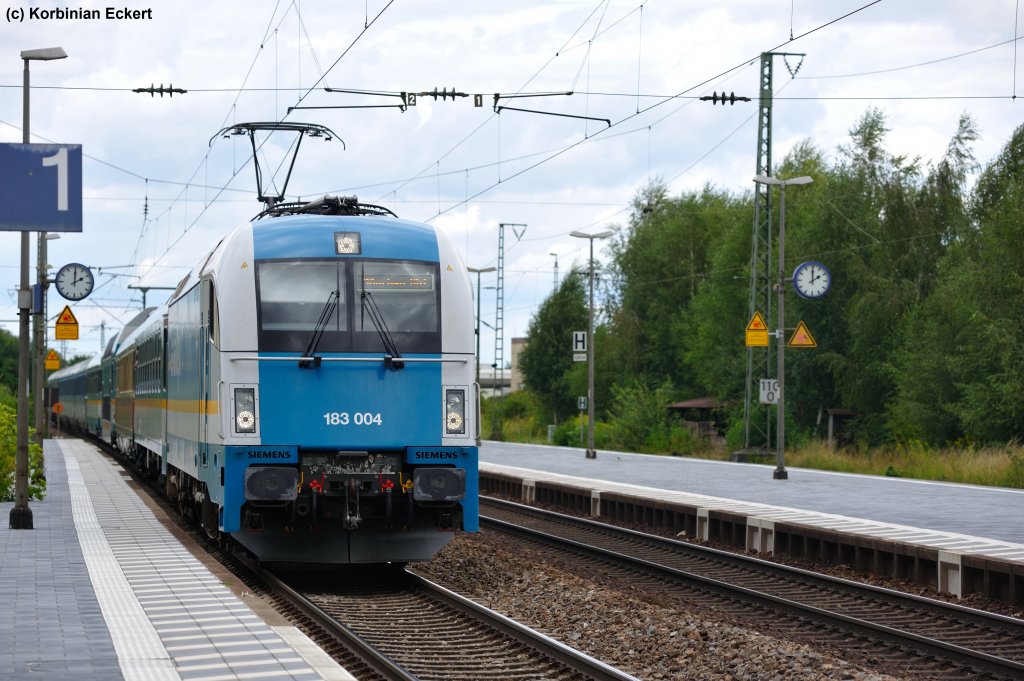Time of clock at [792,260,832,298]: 2:00
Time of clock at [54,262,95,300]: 2:00
